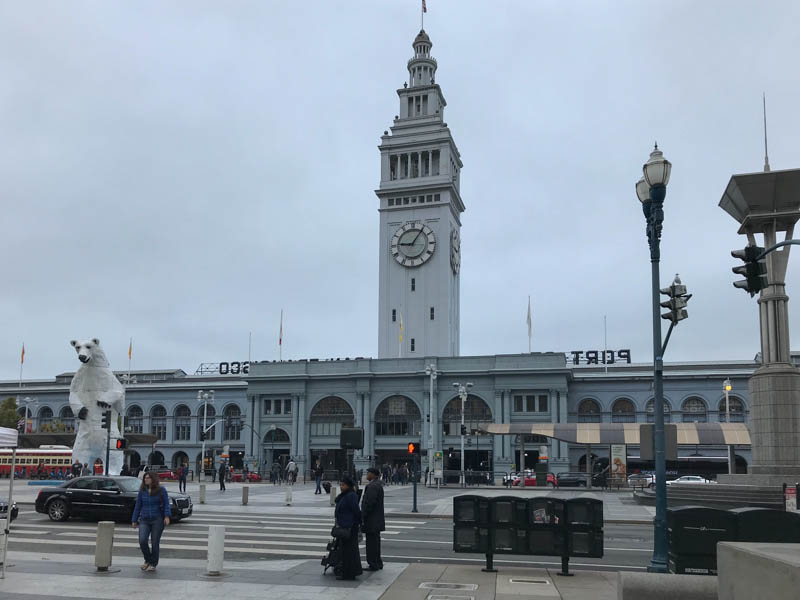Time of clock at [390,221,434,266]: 9:05
